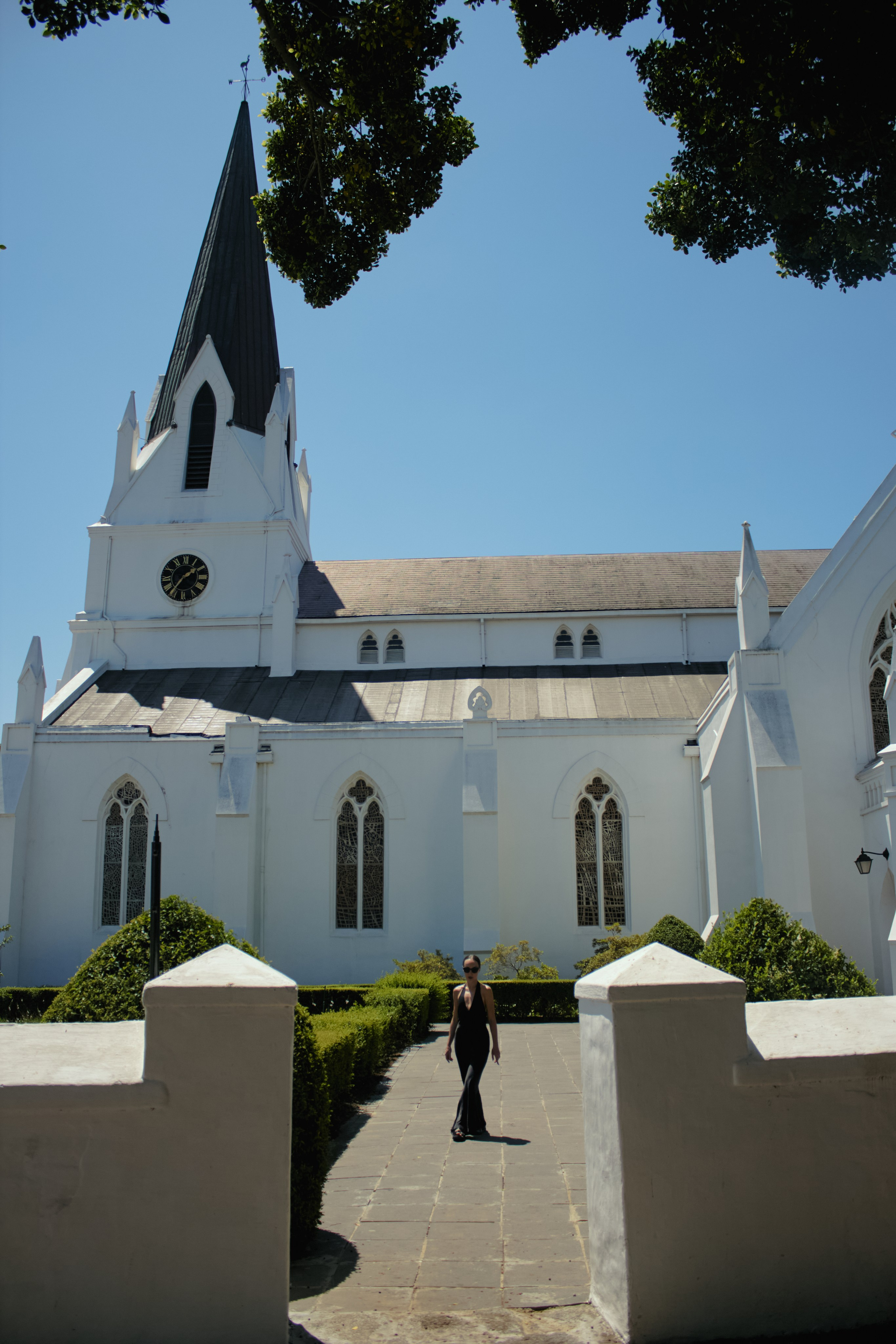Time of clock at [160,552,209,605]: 1:36
